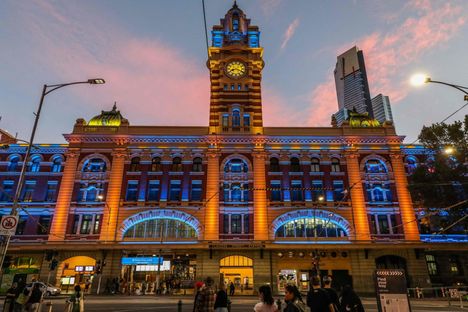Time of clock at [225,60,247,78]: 8:18
